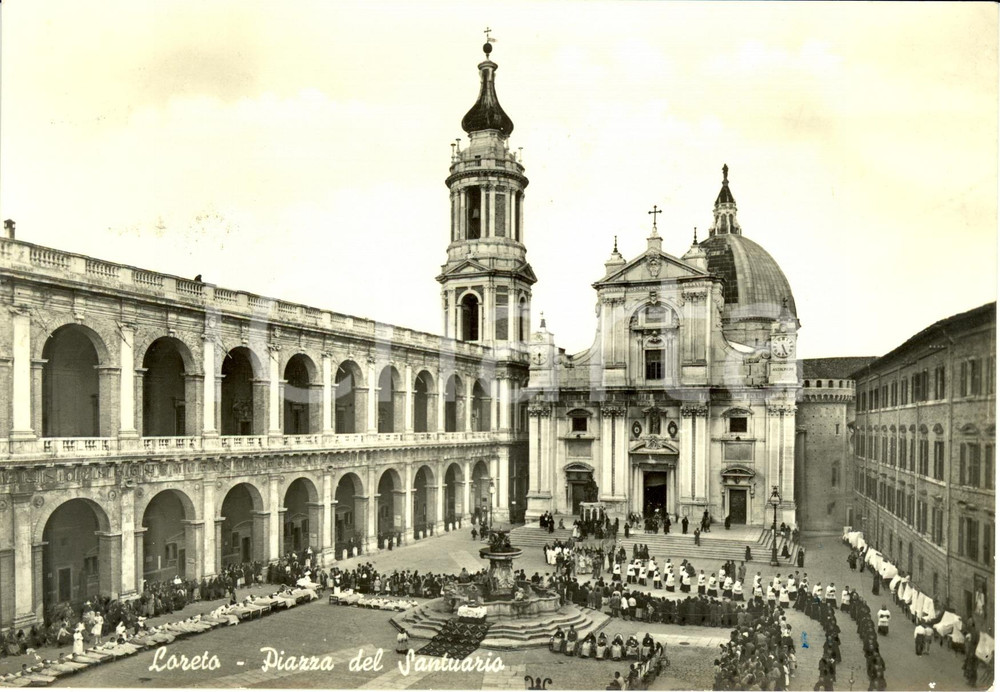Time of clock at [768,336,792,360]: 5:26
